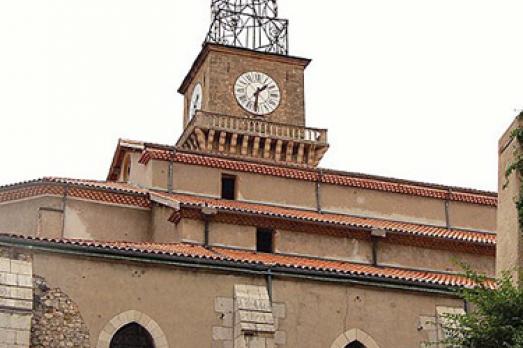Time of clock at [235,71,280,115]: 1:31
